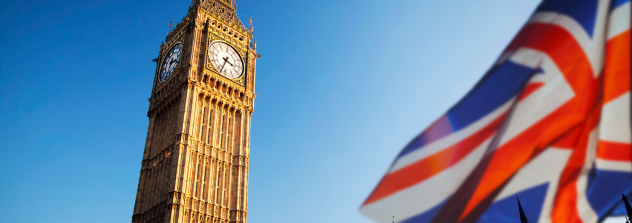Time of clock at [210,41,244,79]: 3:33
